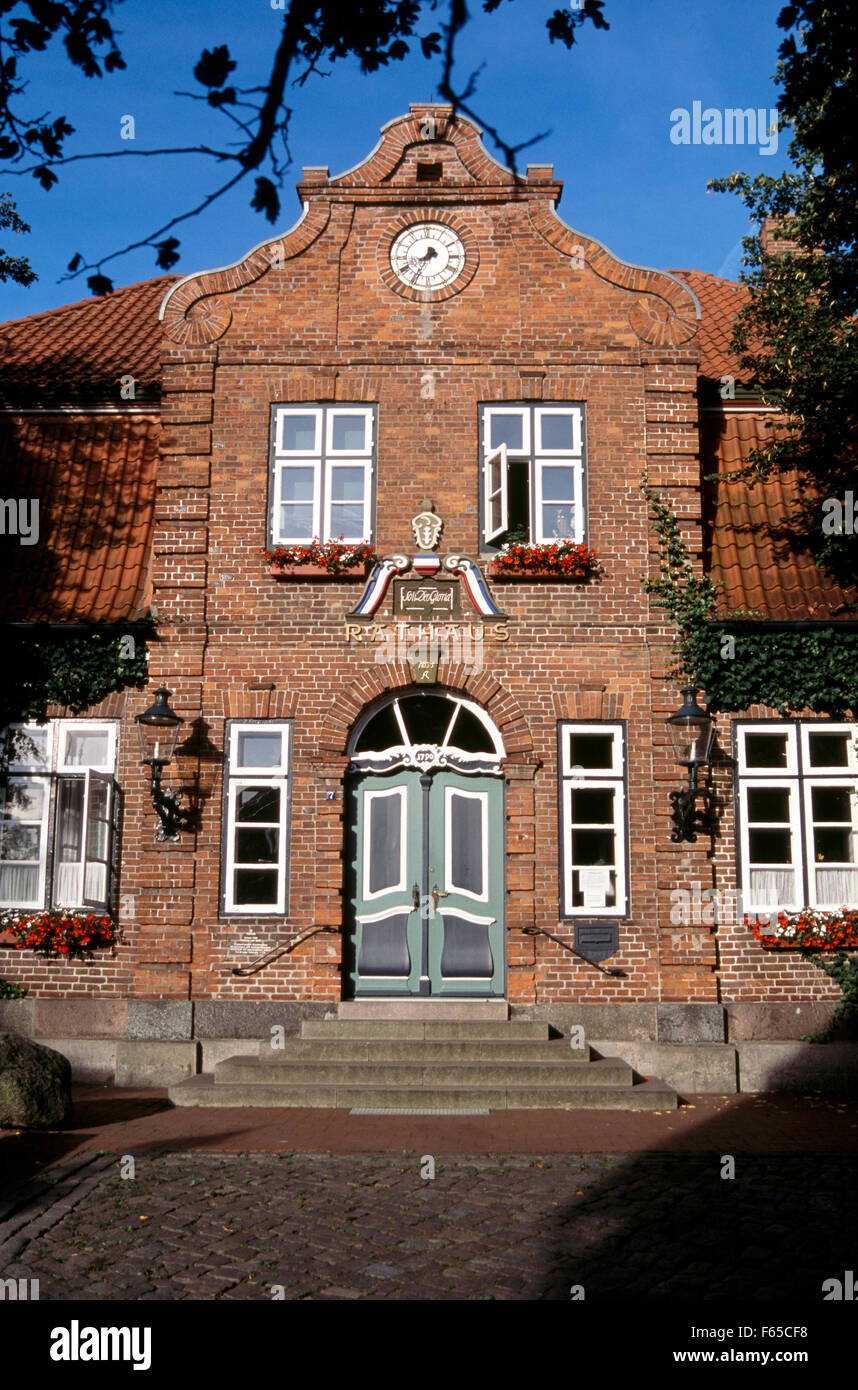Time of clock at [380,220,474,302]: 8:35
